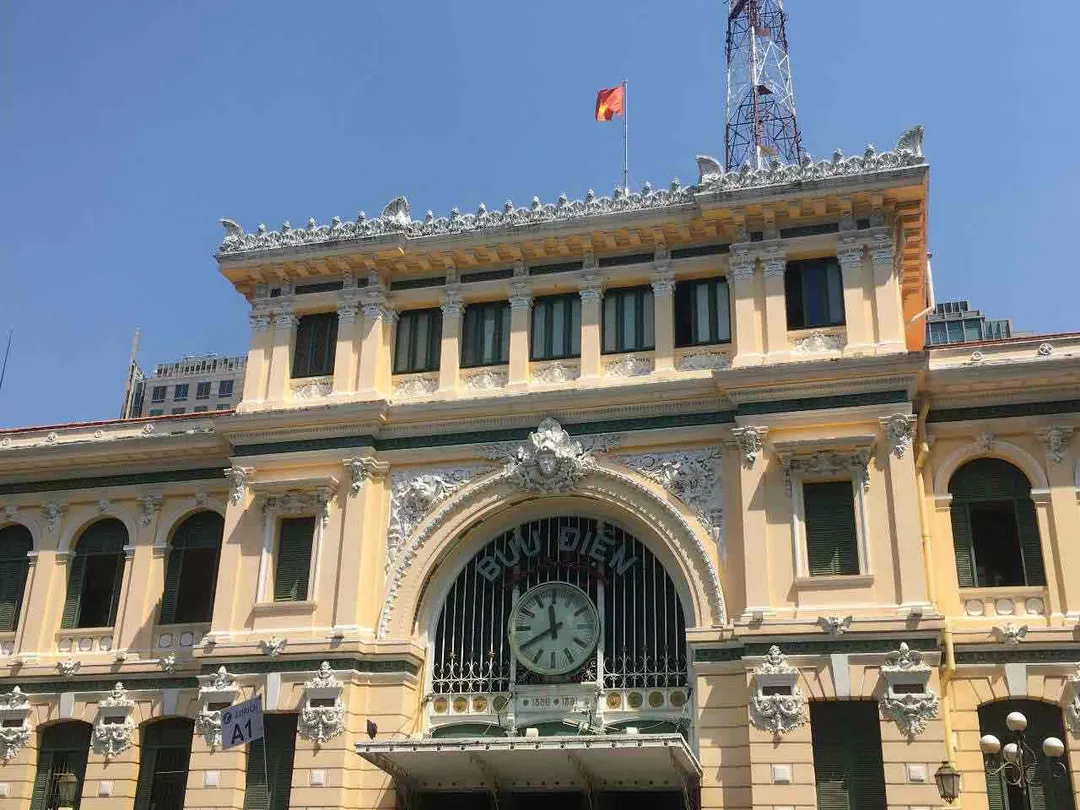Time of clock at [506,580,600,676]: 11:40
